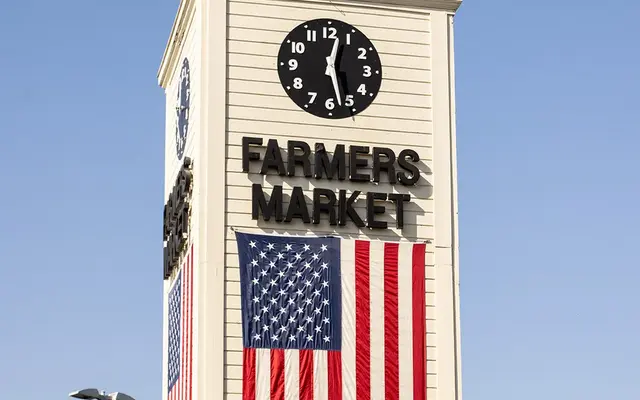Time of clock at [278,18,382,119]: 12:27
